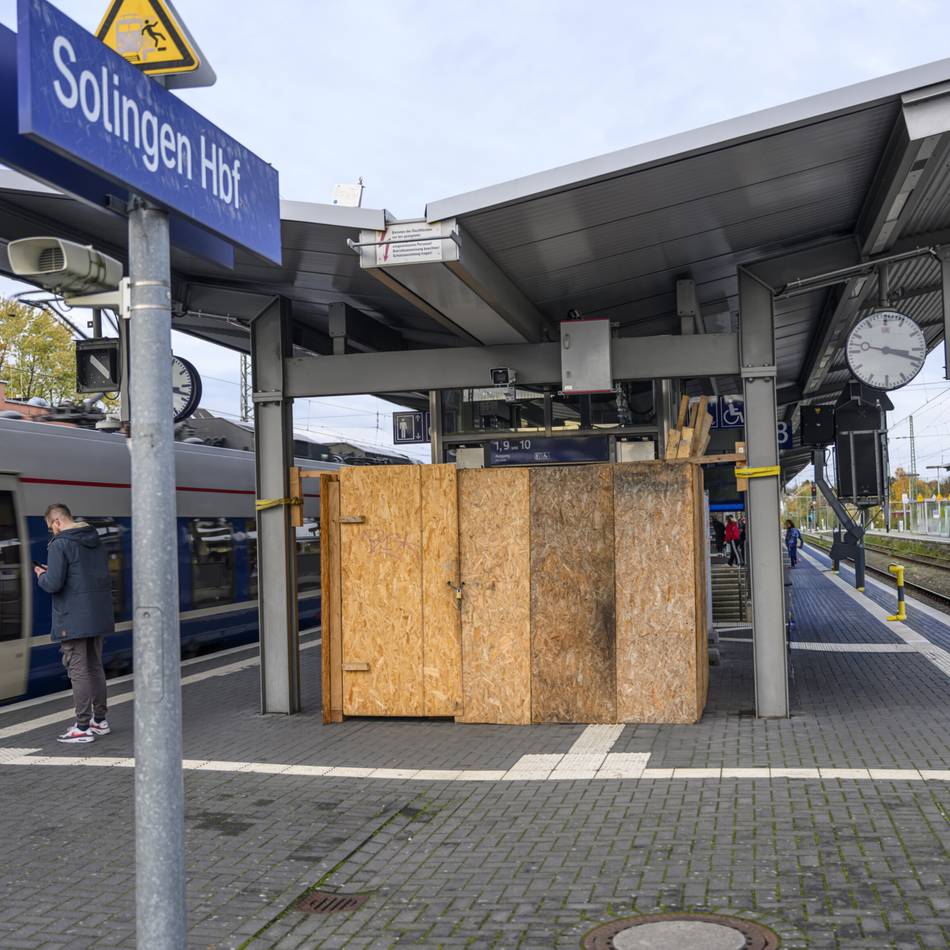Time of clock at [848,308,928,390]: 3:18
